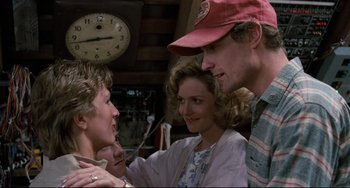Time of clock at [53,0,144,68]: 2:42
